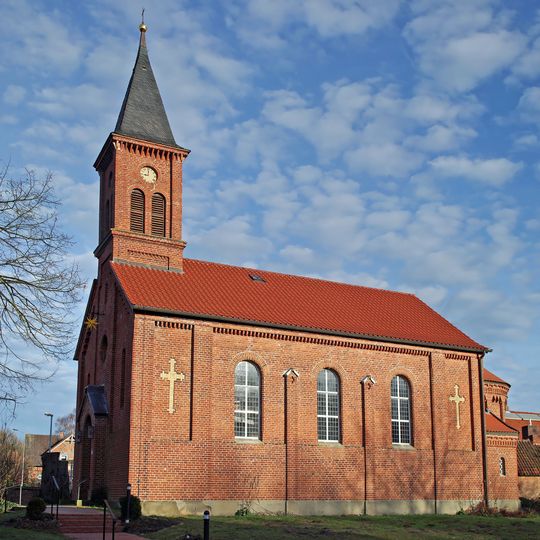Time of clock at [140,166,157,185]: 9:01
